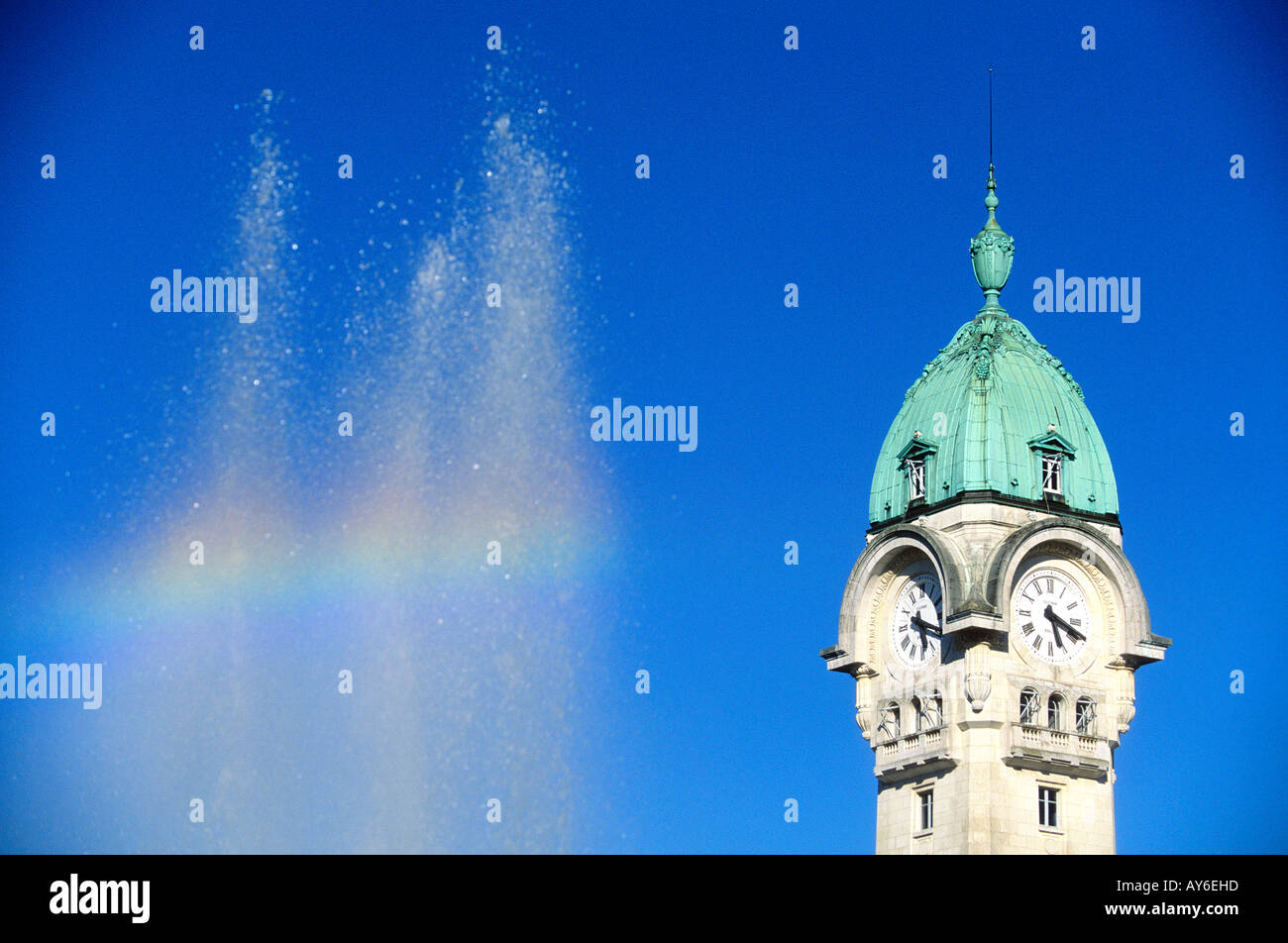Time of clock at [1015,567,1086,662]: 5:18
